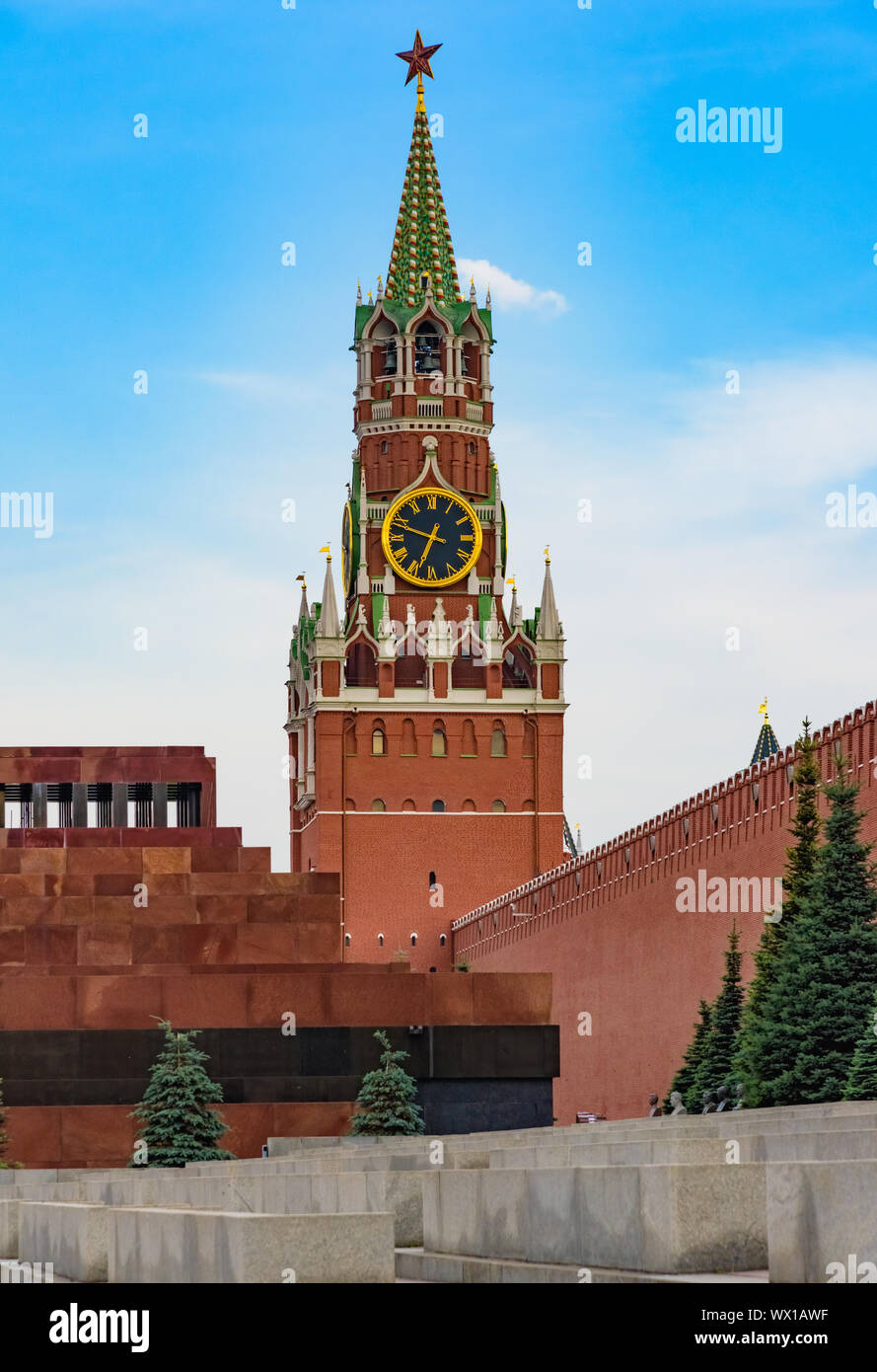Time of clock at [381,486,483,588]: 6:48
